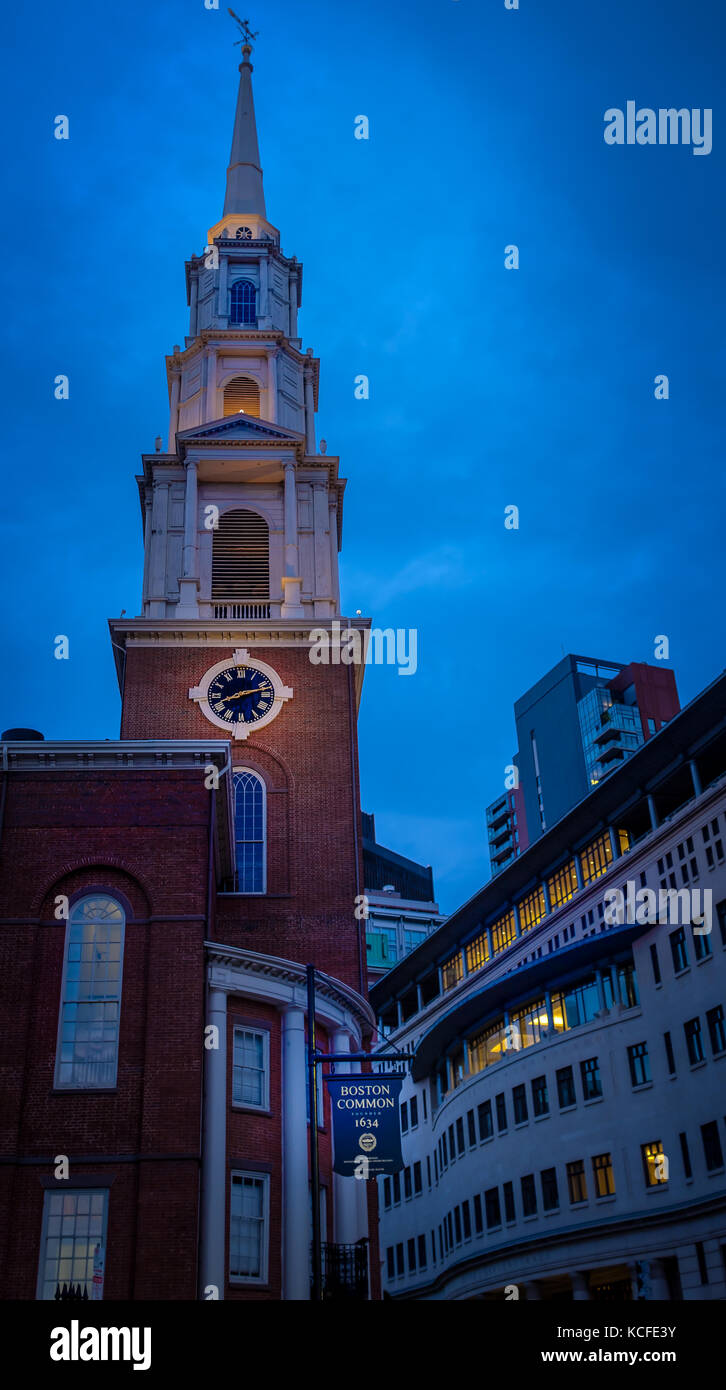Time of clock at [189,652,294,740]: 8:12
